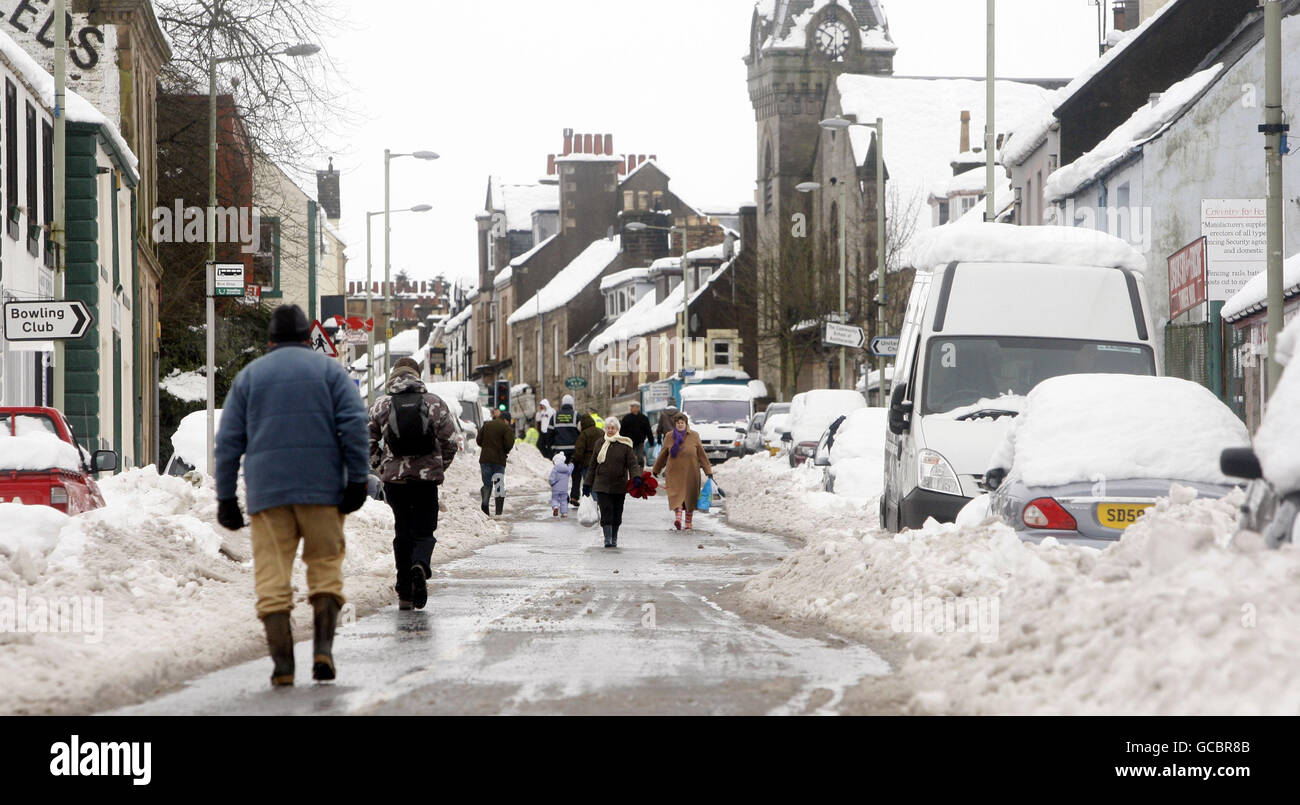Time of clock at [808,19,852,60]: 6:50
